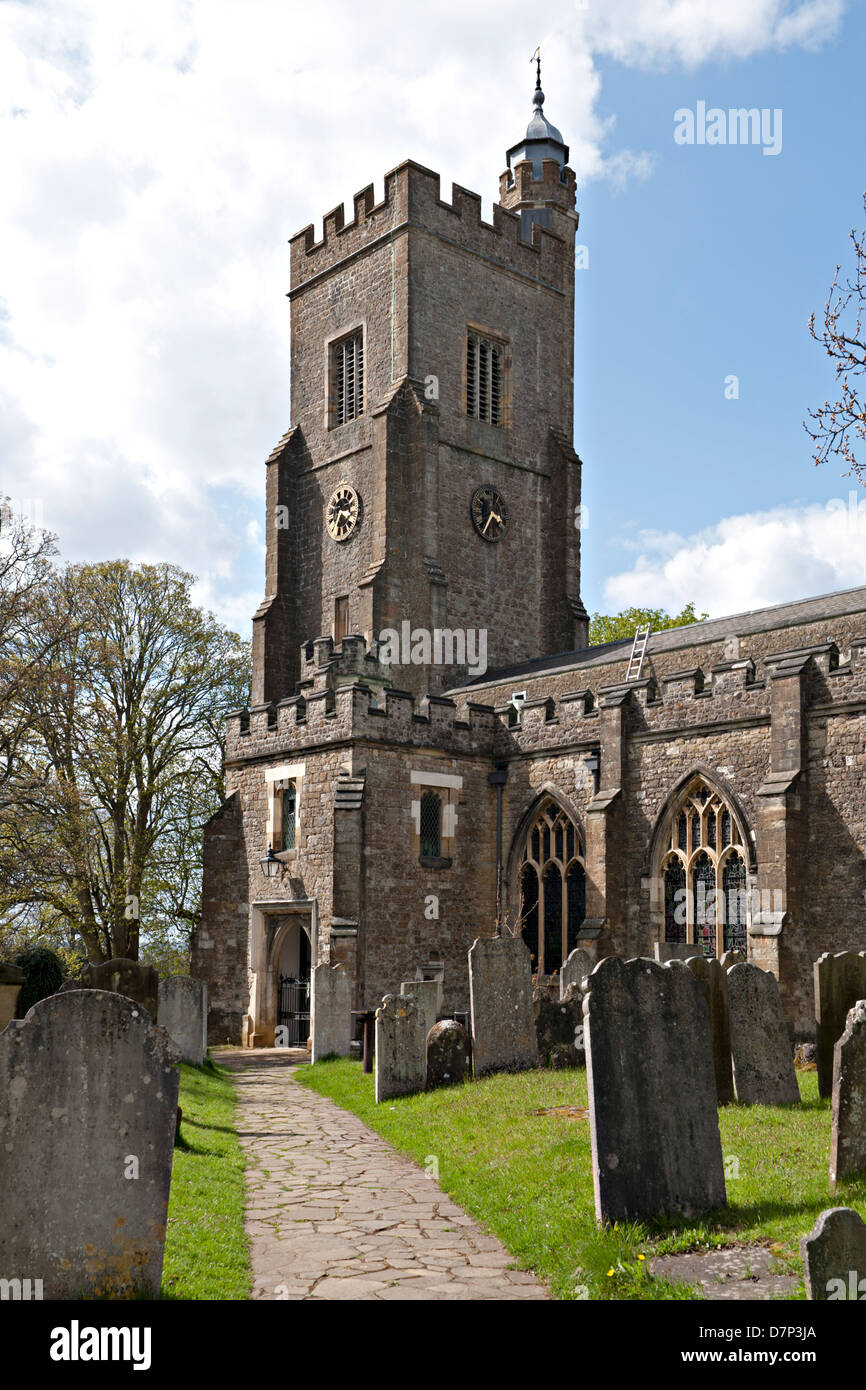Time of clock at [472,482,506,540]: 3:35
